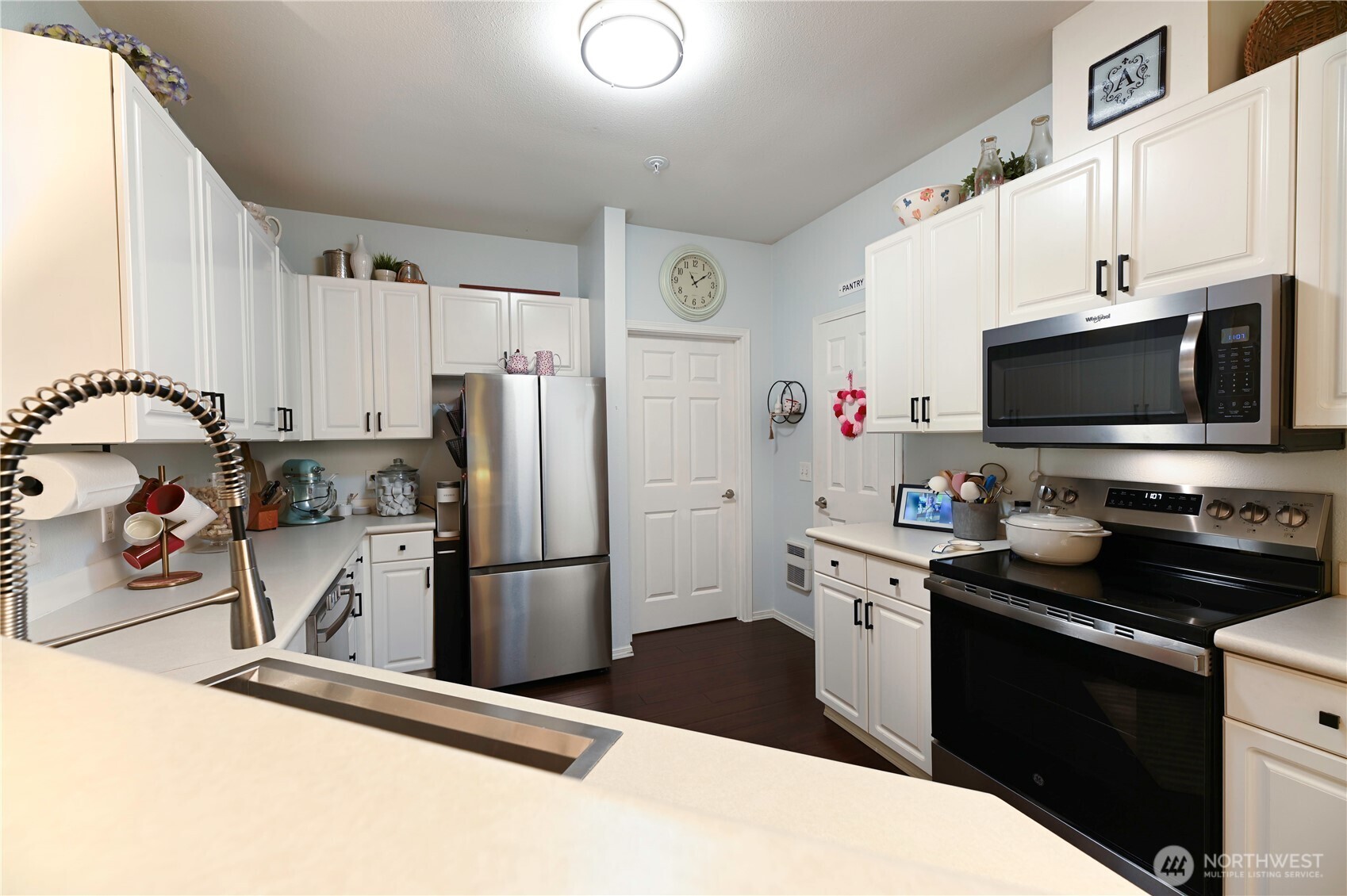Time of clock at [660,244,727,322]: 11:09
